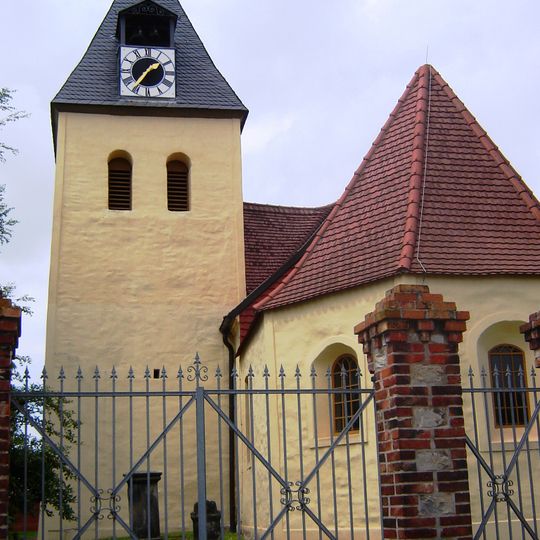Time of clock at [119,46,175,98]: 1:36
